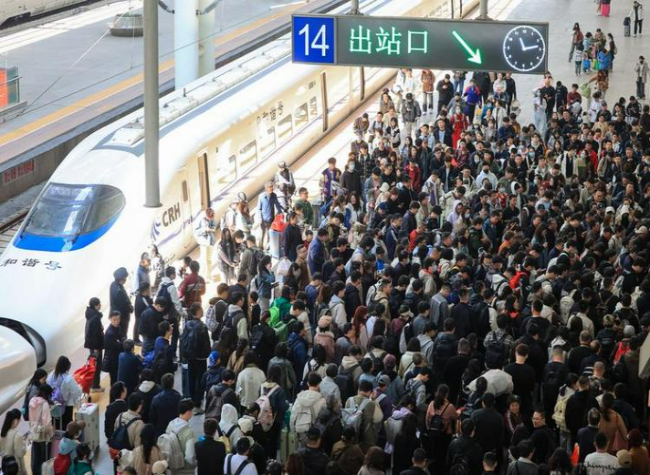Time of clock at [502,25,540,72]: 11:13
